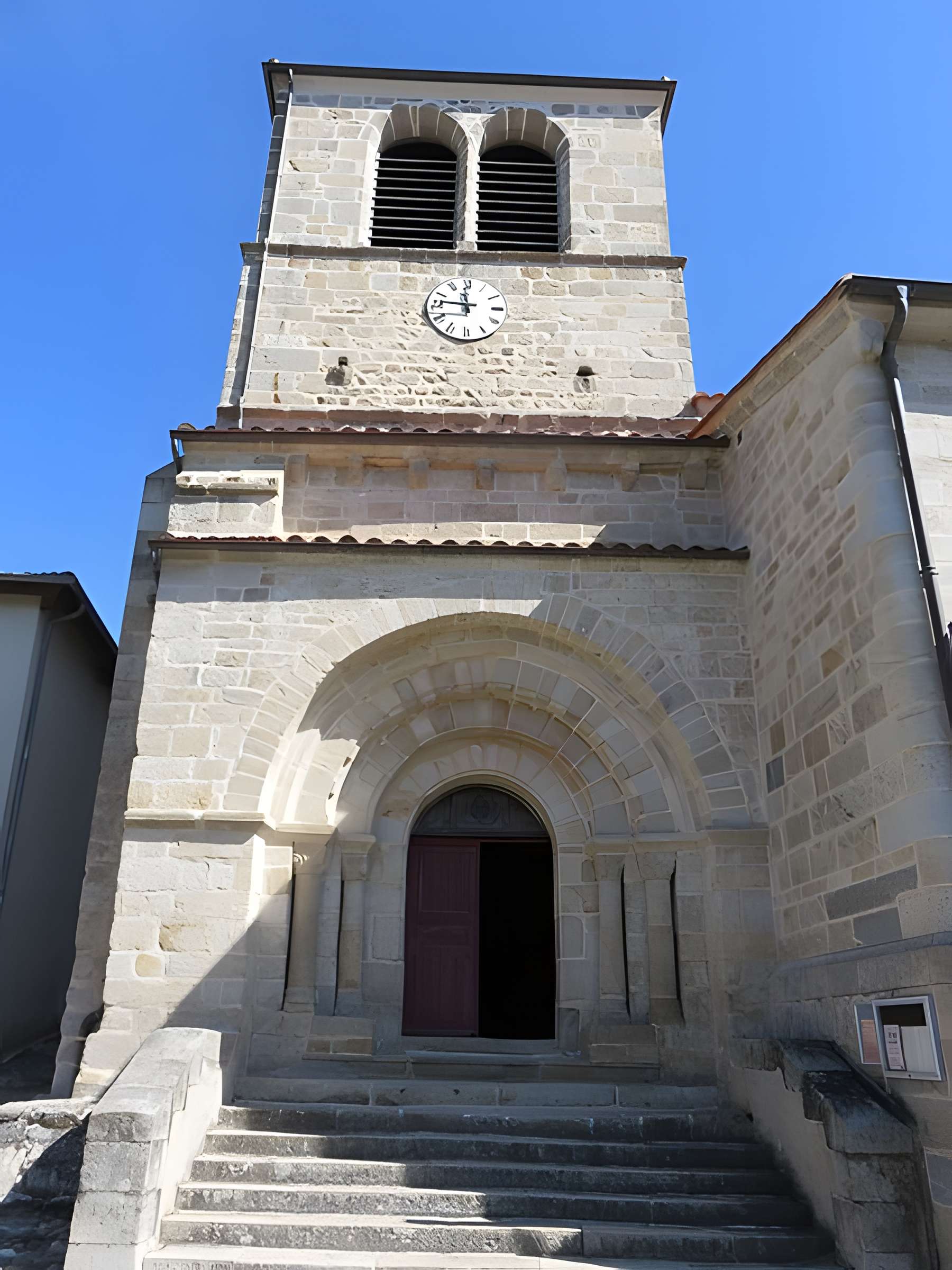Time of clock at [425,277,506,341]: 11:46
